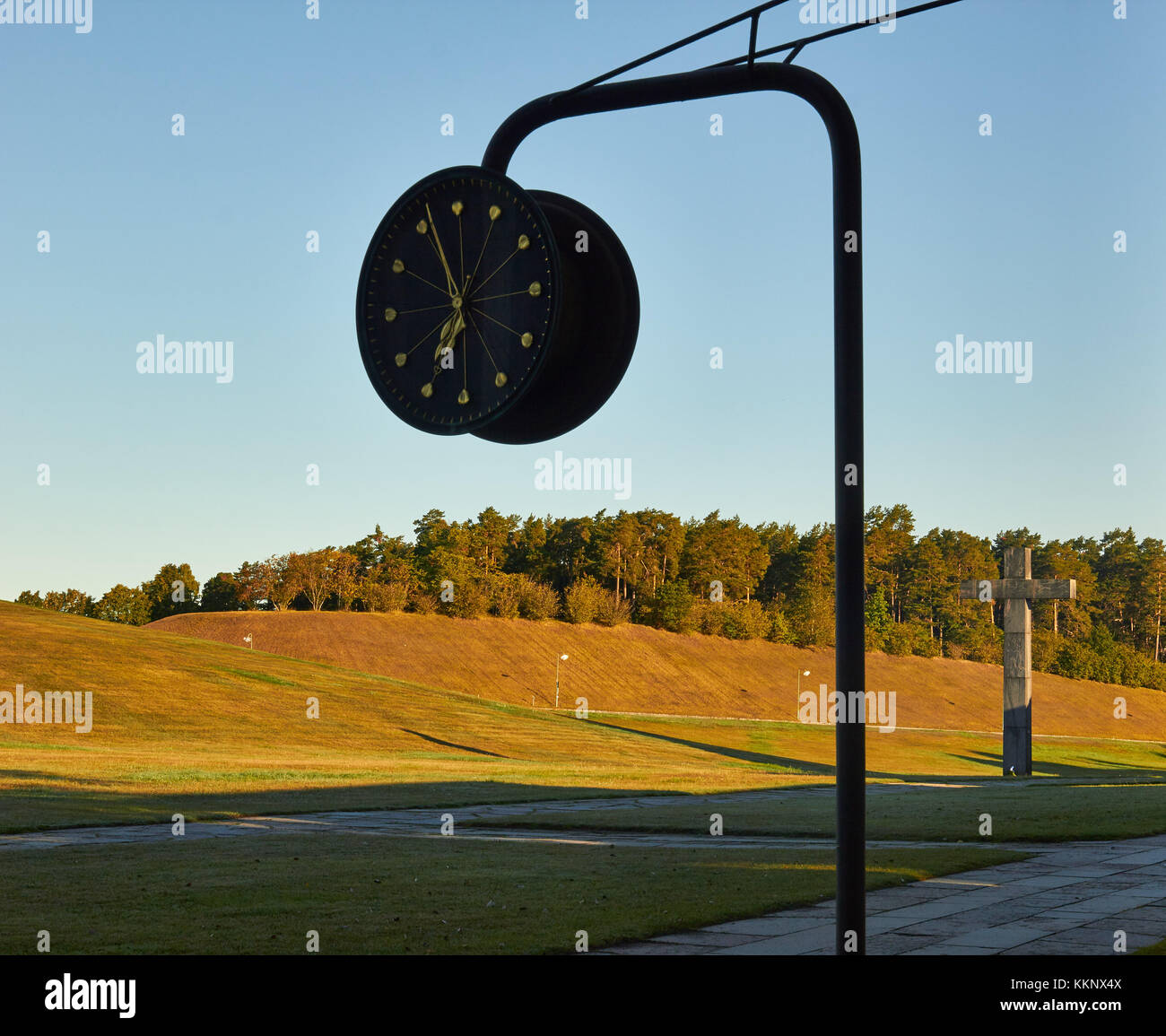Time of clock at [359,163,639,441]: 6:56
